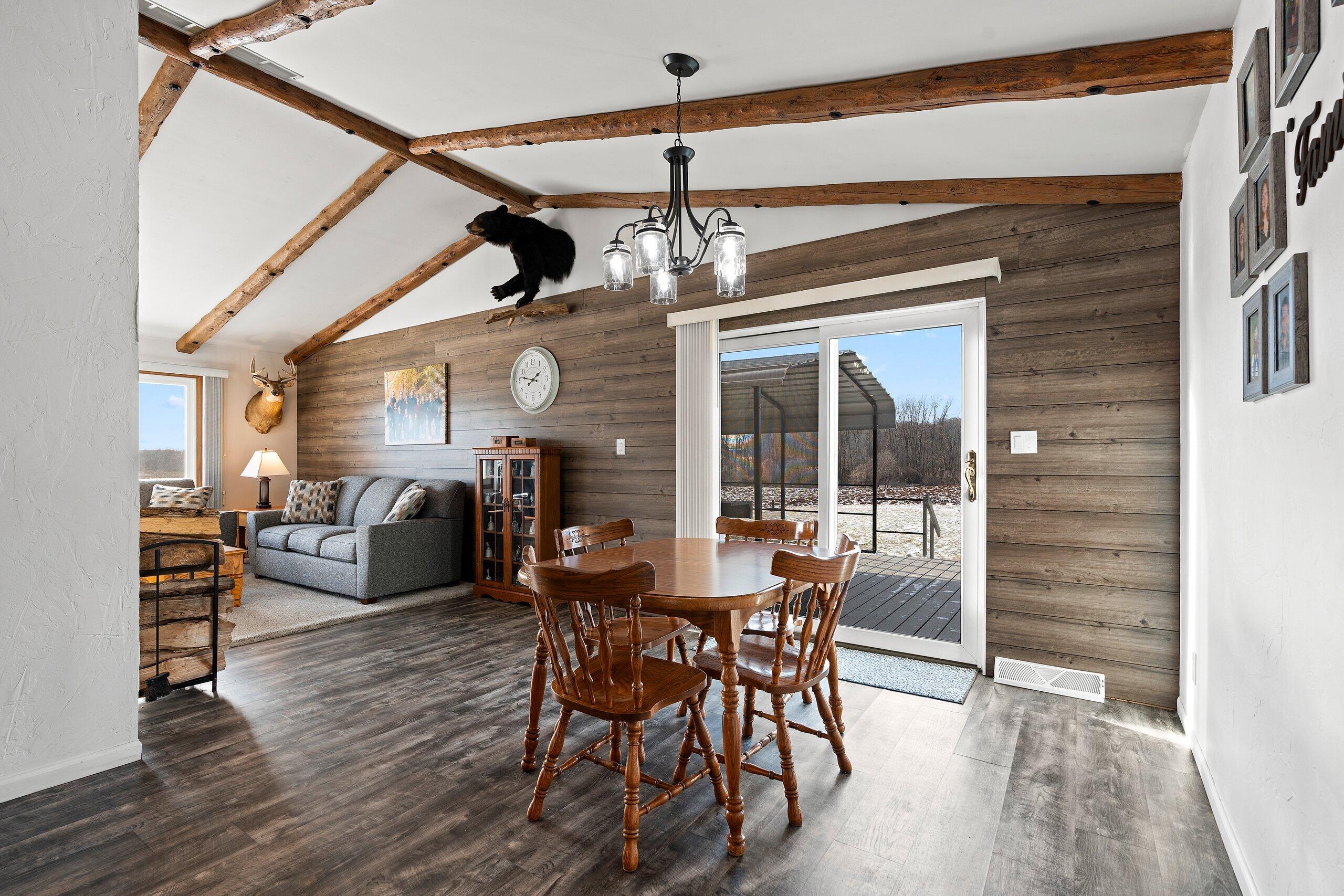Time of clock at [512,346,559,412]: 1:46
